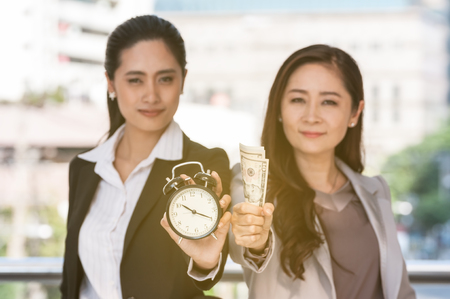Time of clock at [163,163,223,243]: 10:19
